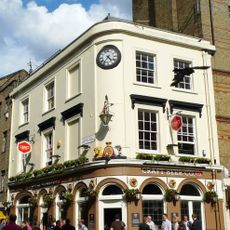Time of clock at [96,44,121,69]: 4:36
